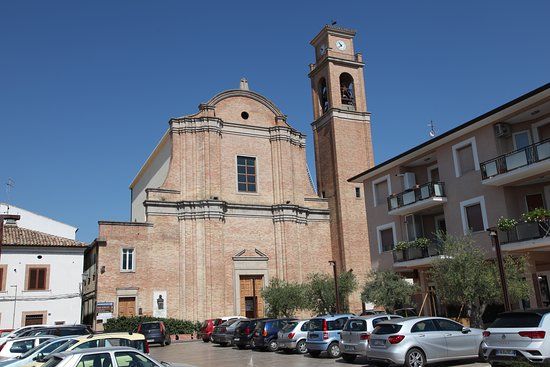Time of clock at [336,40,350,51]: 10:37
